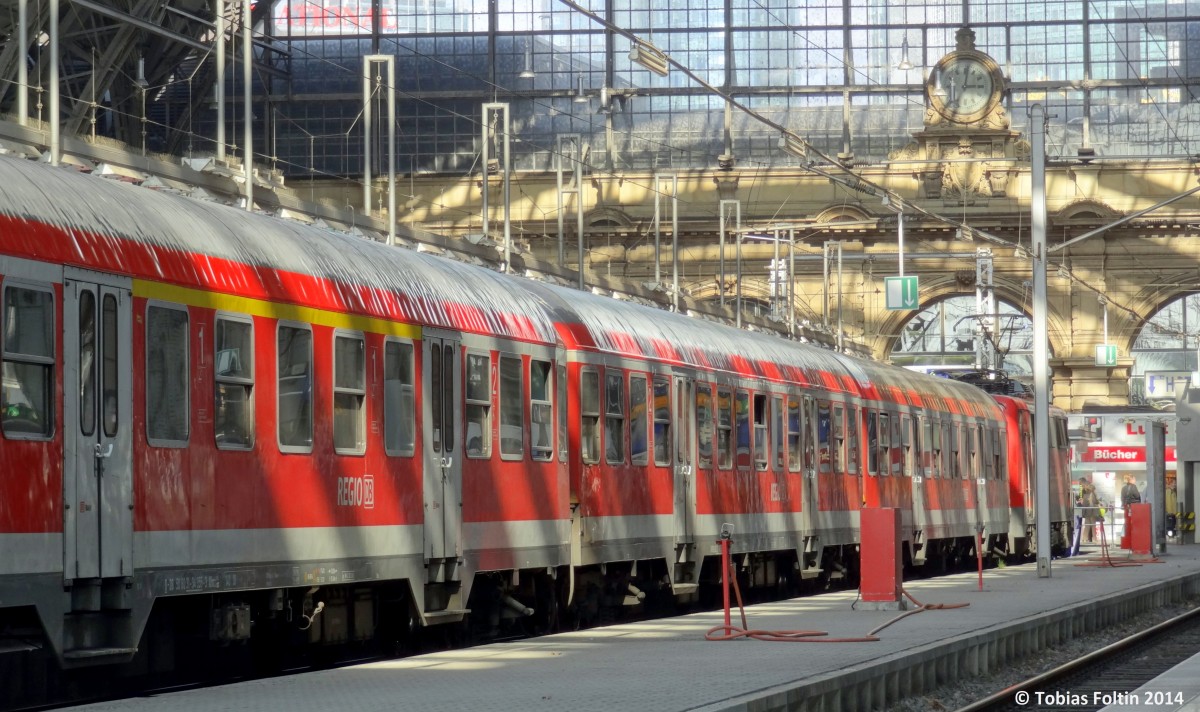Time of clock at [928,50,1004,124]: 3:01
